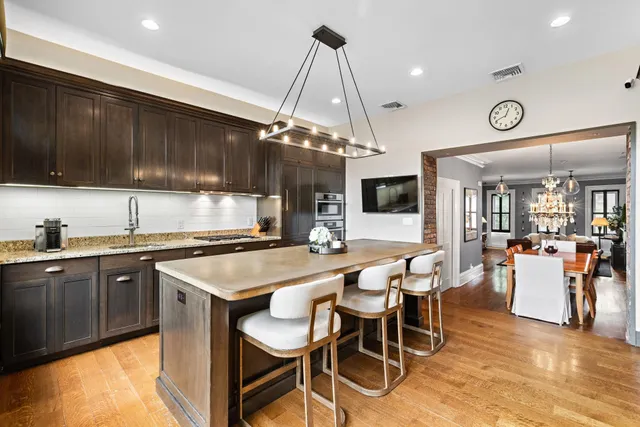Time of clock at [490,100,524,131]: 12:41
